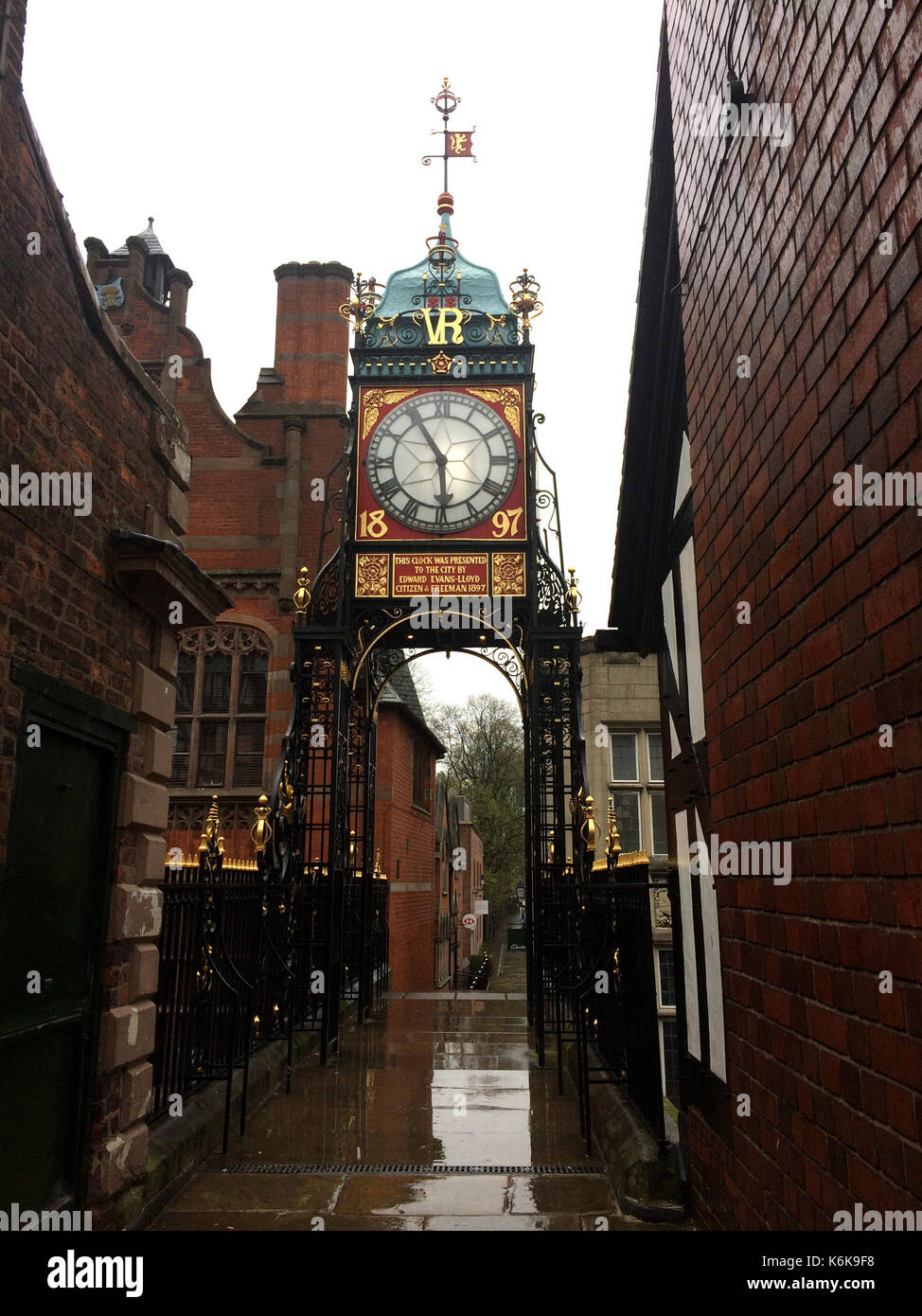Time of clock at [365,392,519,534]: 5:54
